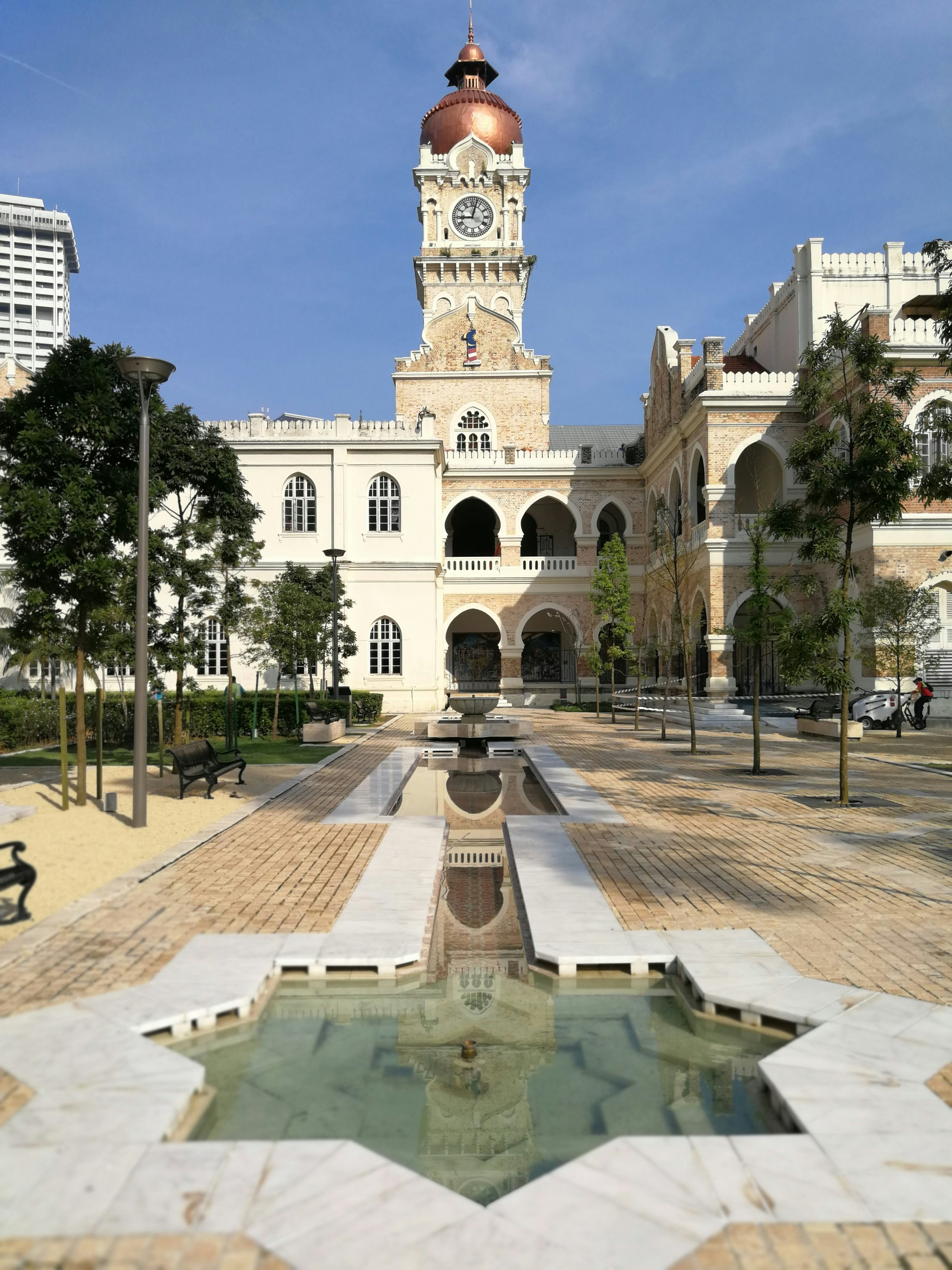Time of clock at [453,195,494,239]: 9:02
